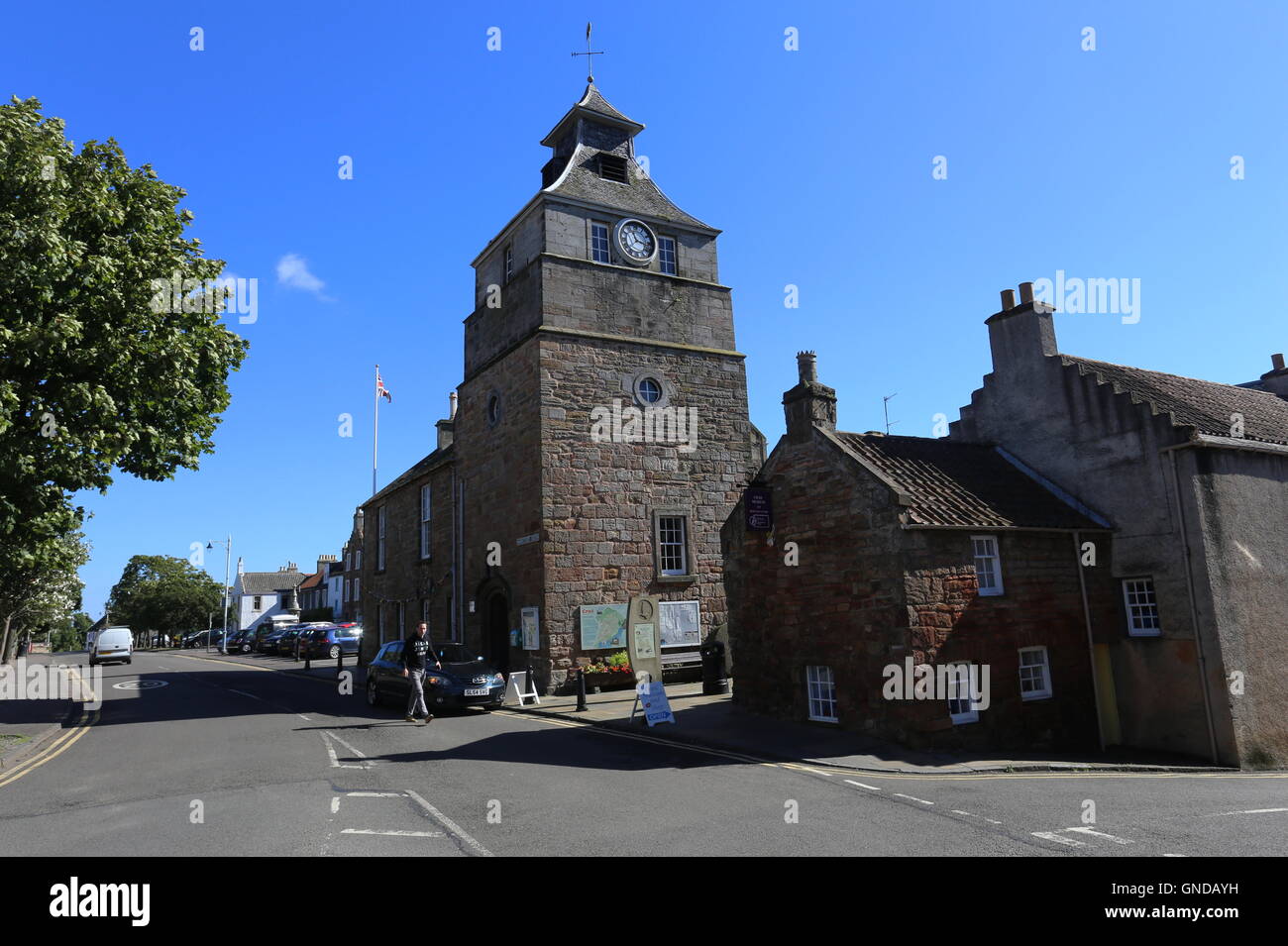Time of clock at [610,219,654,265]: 11:17
